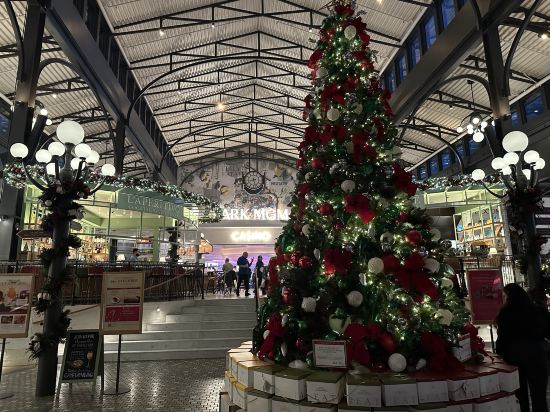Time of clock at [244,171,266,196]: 8:27
